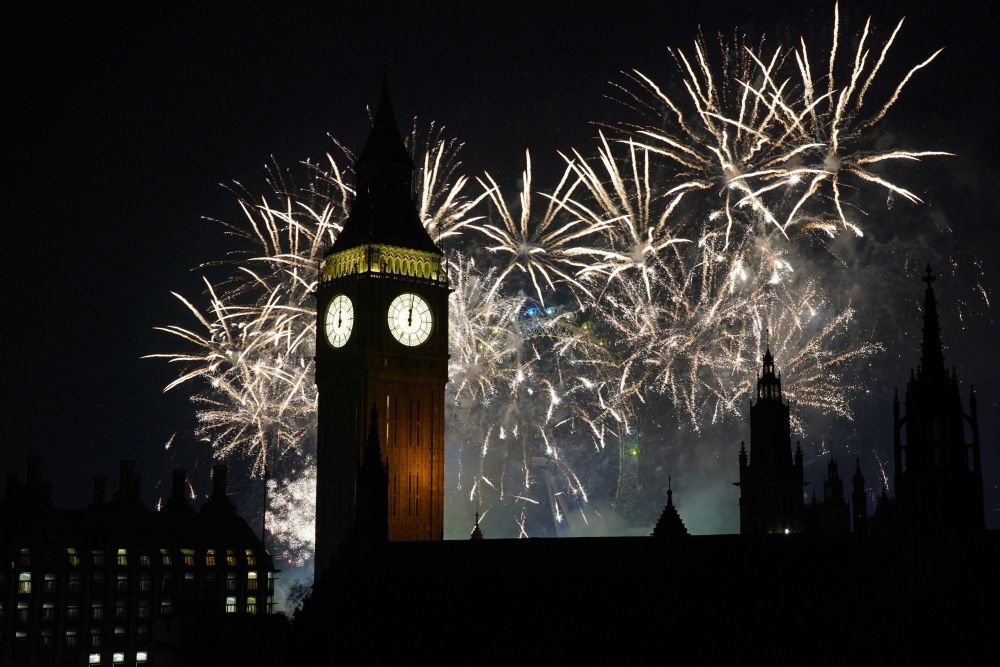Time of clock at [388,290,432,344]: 12:01
